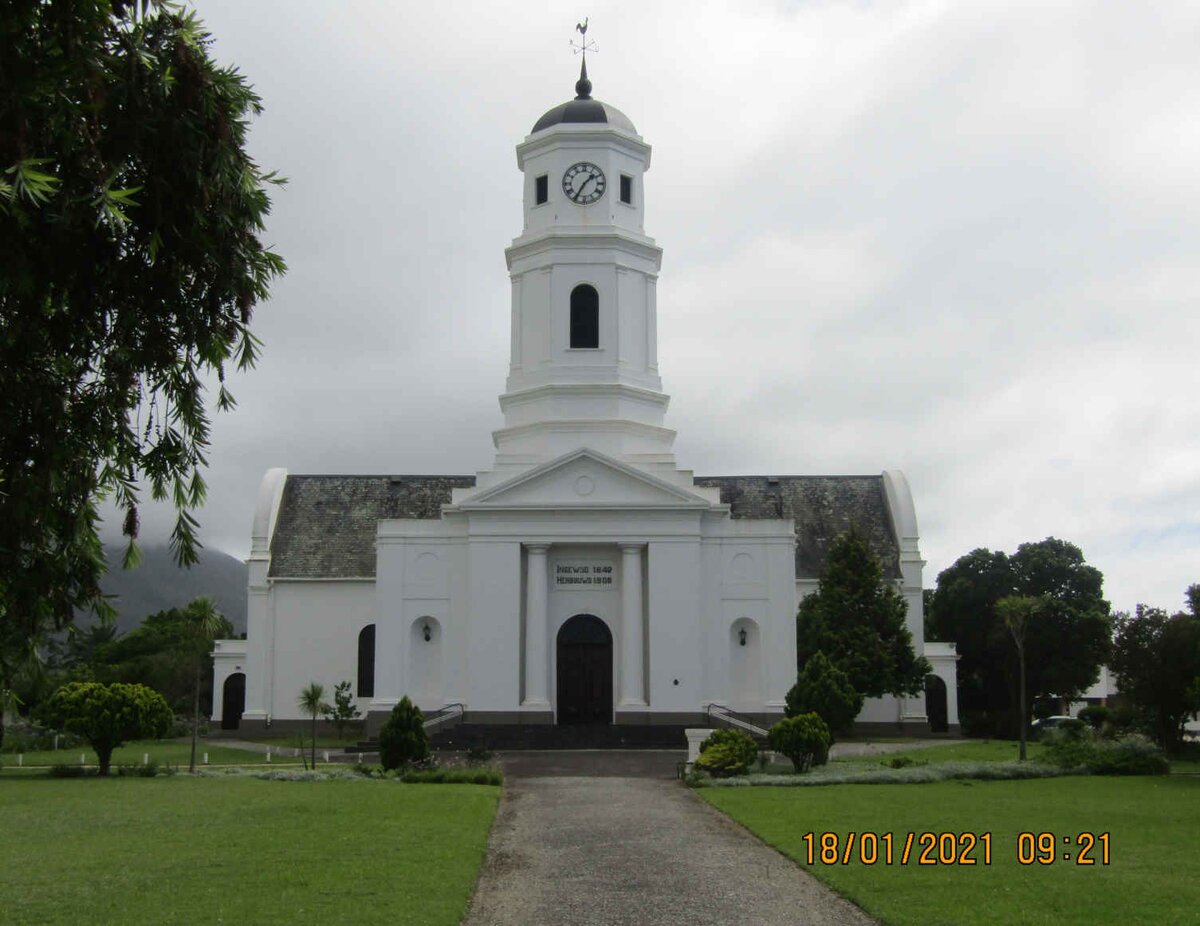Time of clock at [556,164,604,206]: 1:35
